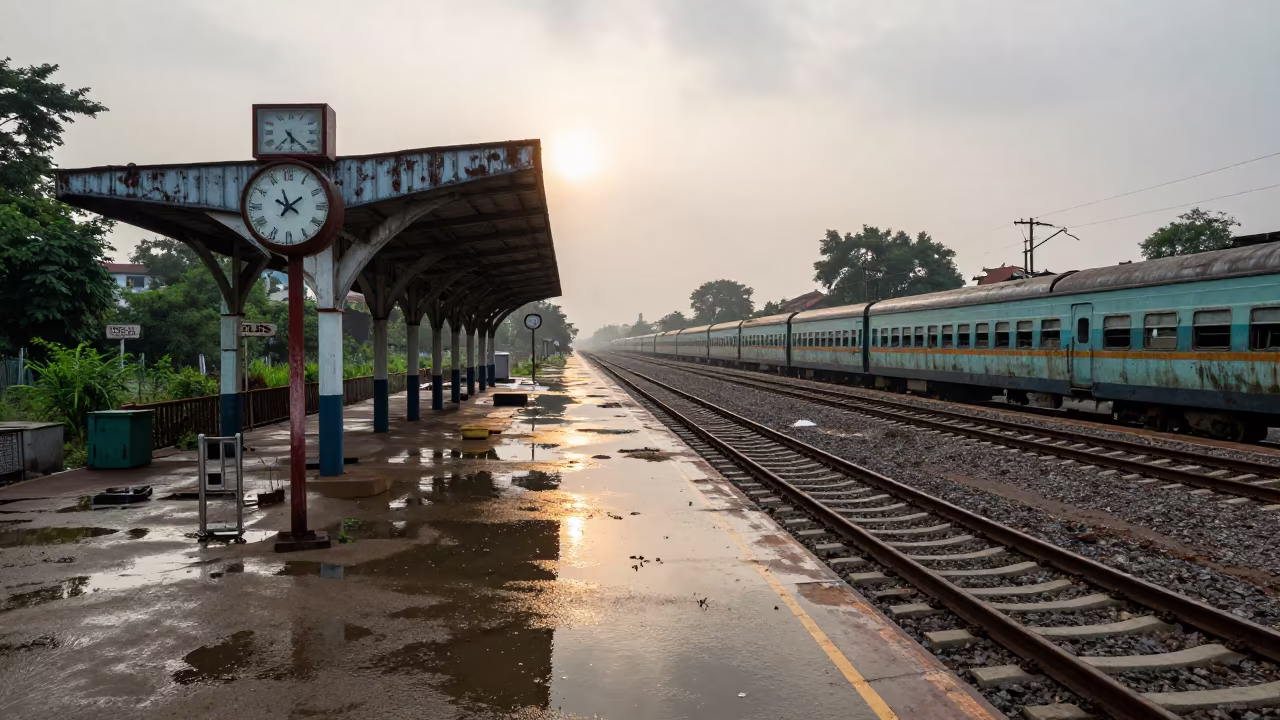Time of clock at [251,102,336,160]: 5:23
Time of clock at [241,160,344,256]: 1:56
